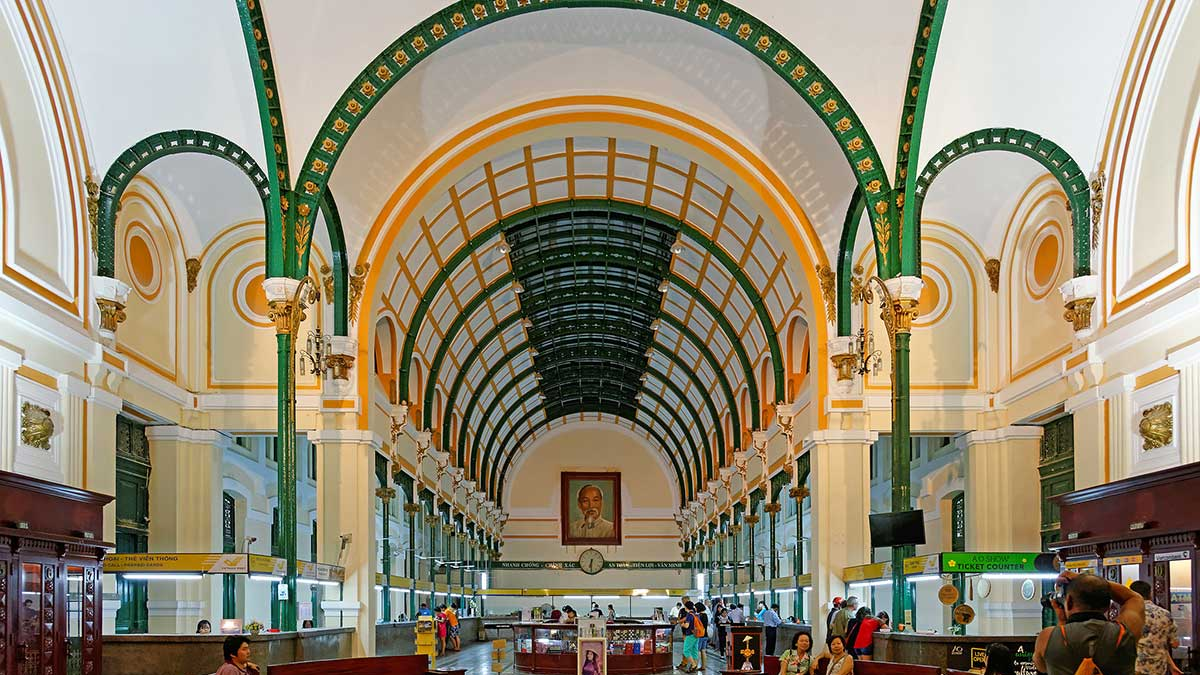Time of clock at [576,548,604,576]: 6:30
